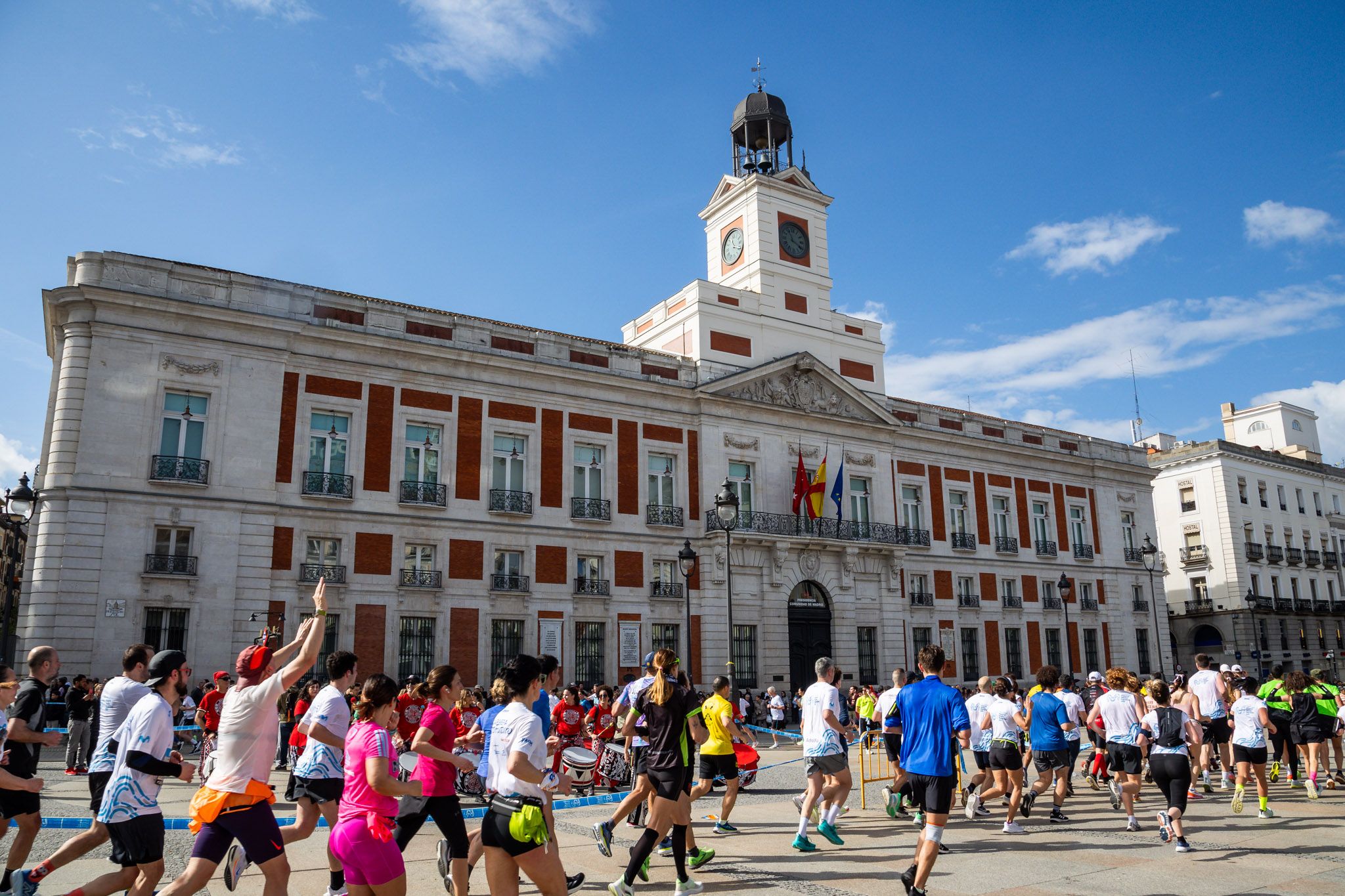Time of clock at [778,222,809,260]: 11:19
